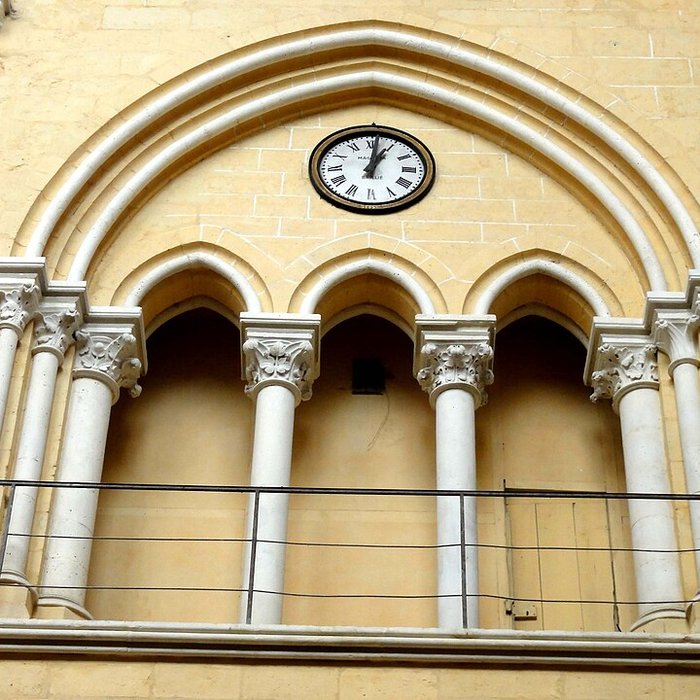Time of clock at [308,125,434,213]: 1:01
